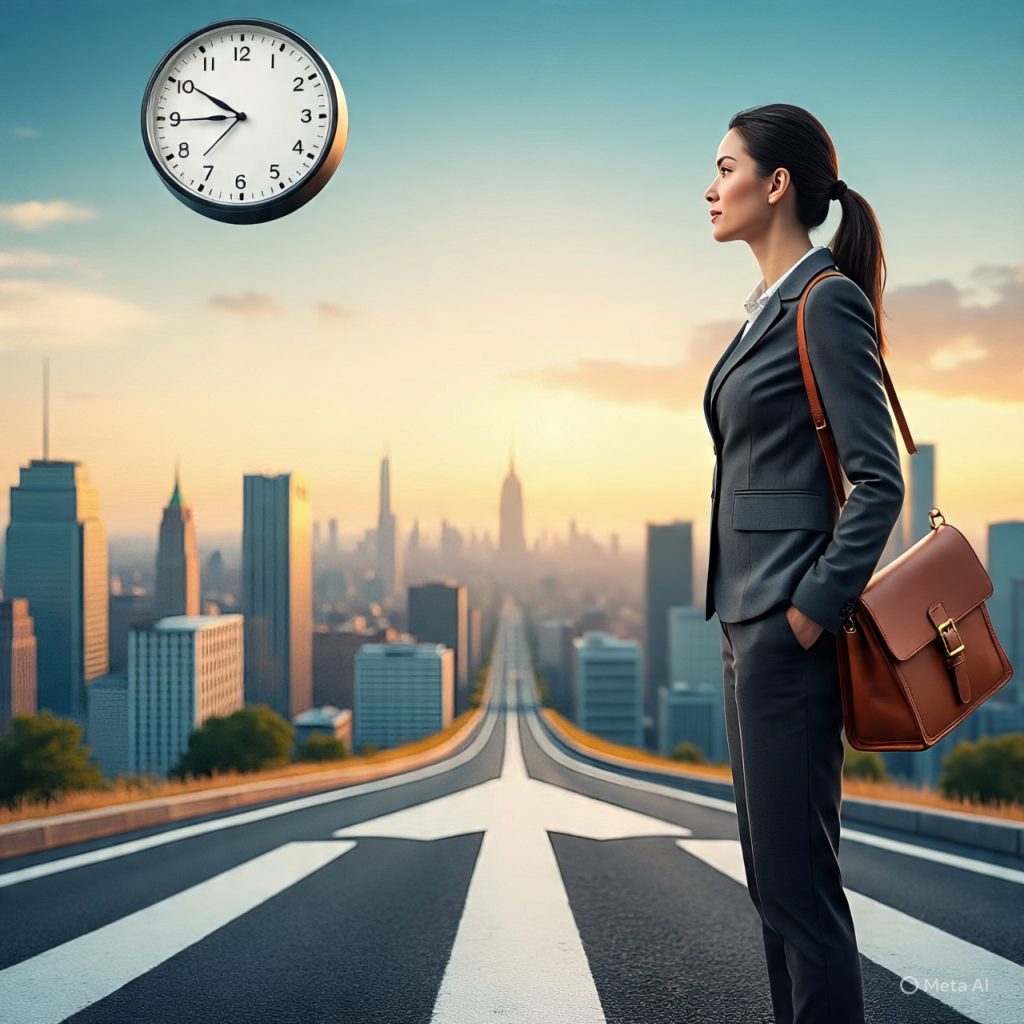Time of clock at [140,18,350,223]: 8:50
